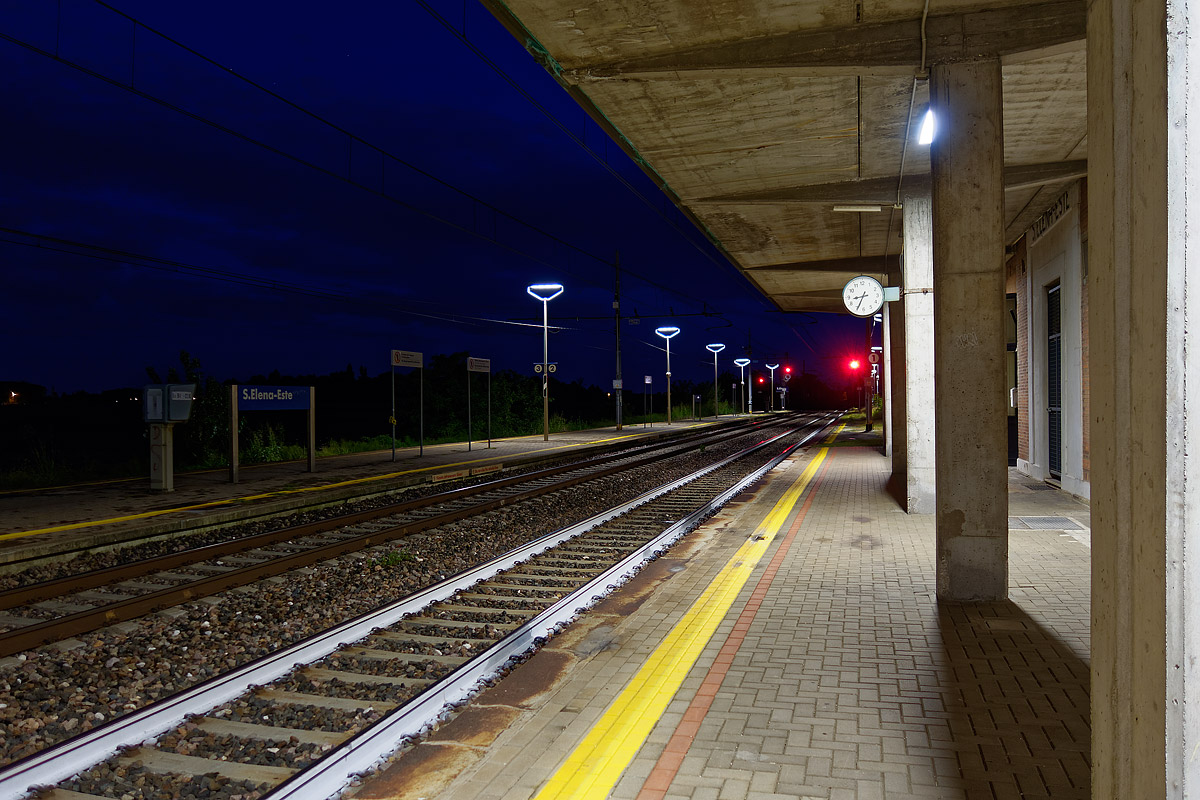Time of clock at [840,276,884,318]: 8:34
